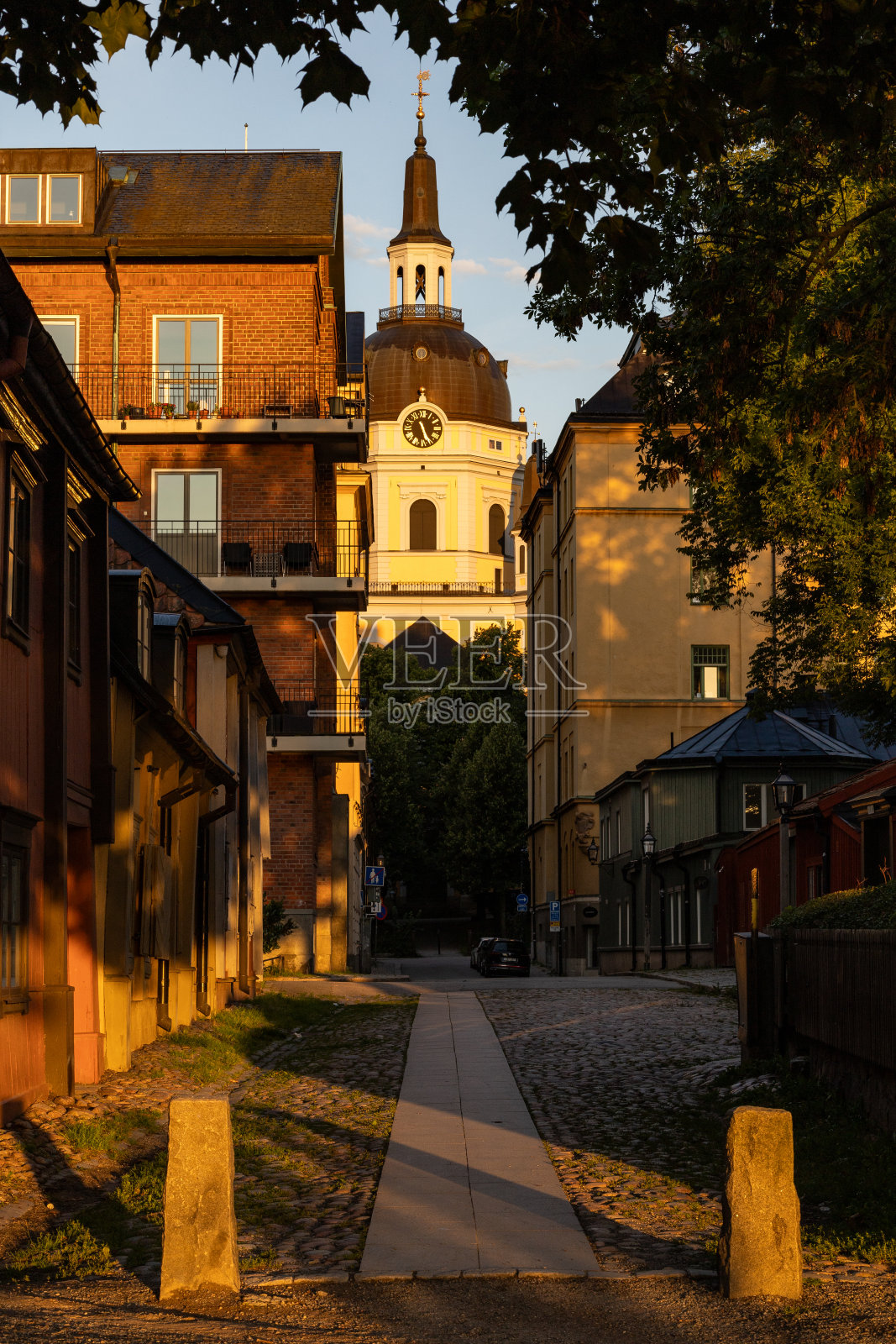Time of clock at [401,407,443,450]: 5:26
